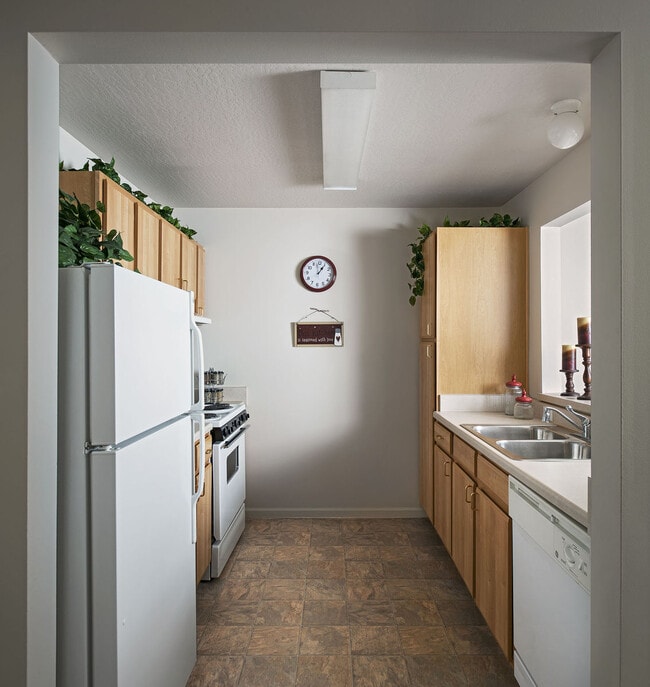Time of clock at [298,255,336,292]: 12:58
